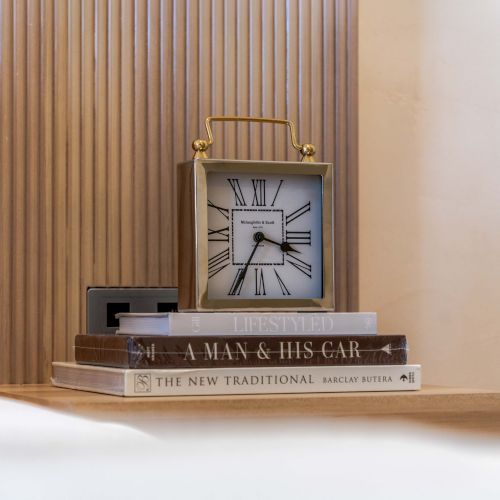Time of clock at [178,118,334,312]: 3:34
